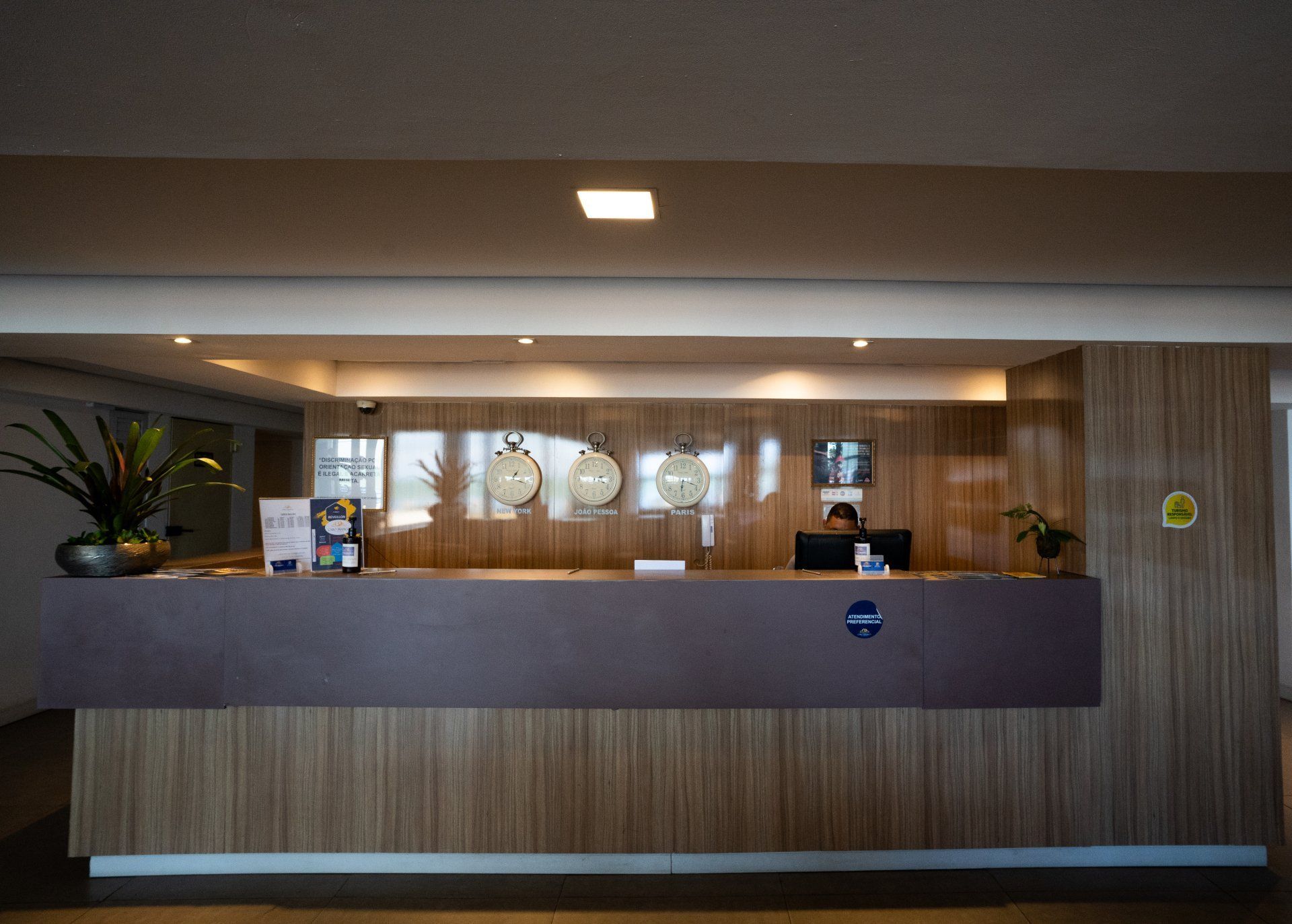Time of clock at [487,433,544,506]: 1:18
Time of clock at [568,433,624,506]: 3:12
